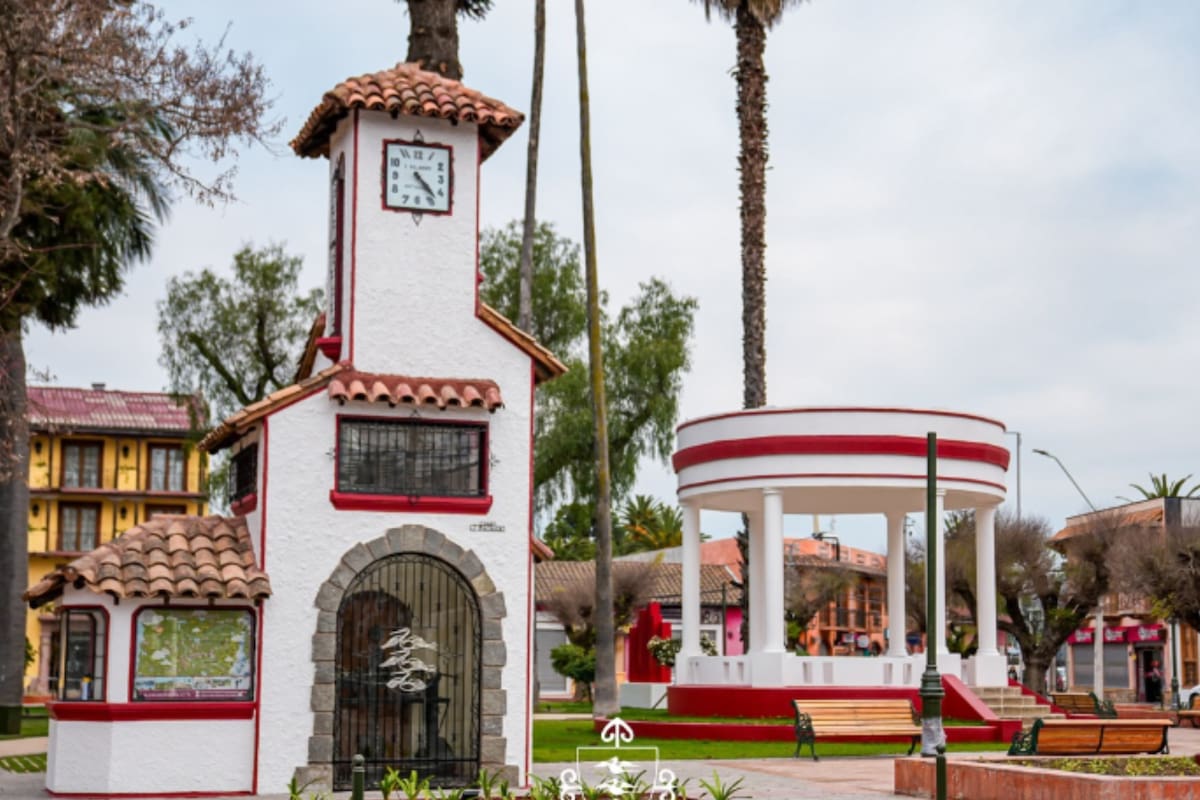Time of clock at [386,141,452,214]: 4:22
